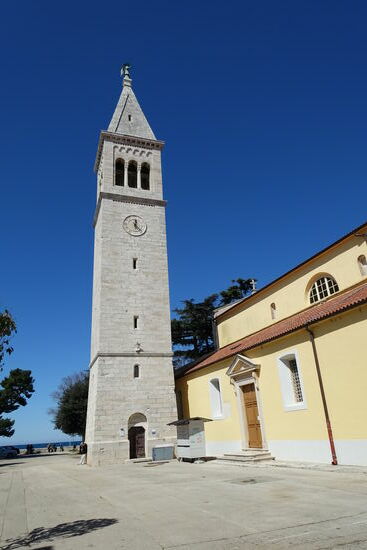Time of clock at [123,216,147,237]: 12:23
